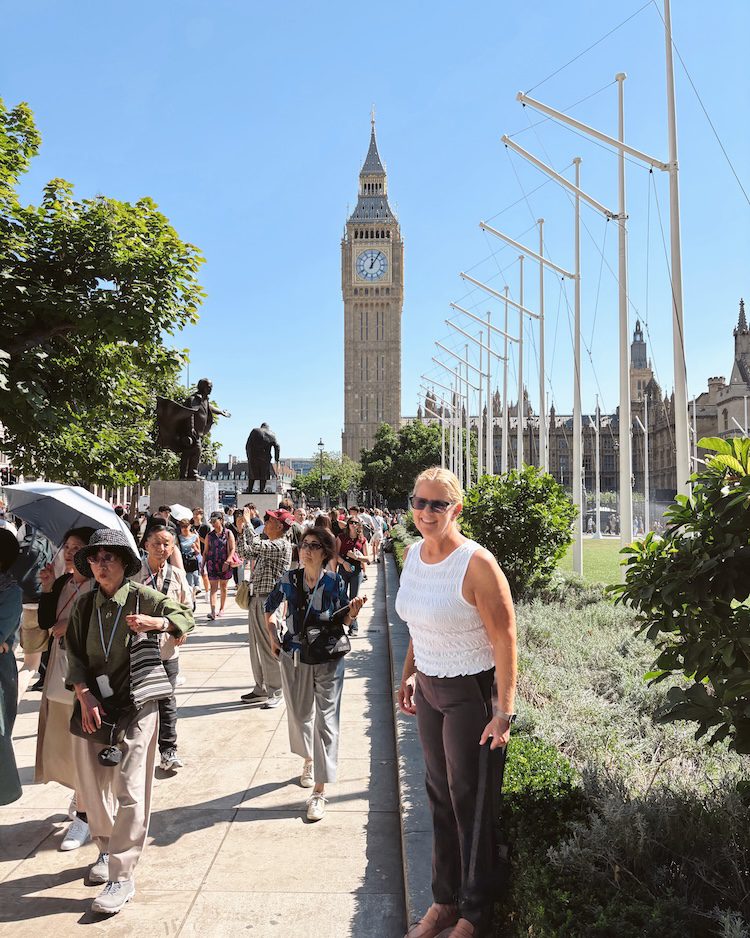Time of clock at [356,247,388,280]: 12:05
